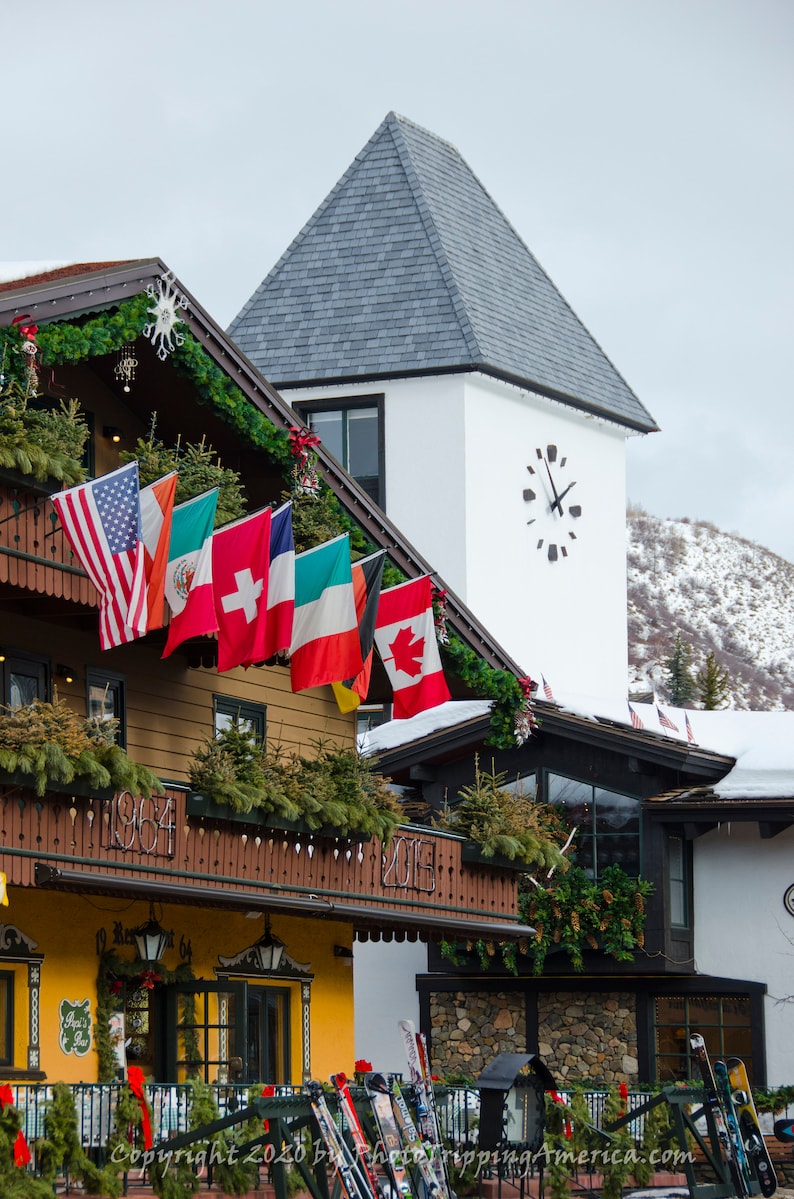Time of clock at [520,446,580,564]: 1:56
